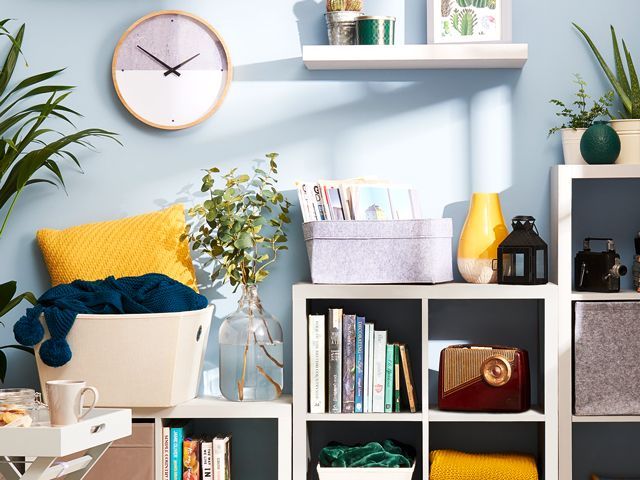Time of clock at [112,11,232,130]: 1:50
